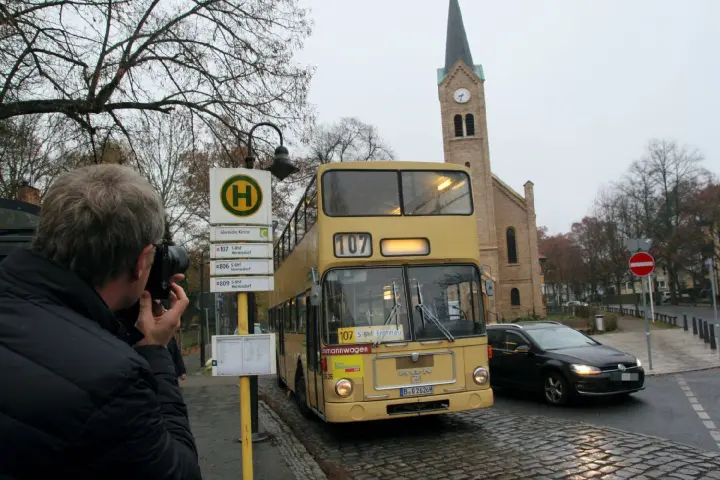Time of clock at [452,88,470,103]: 8:32
